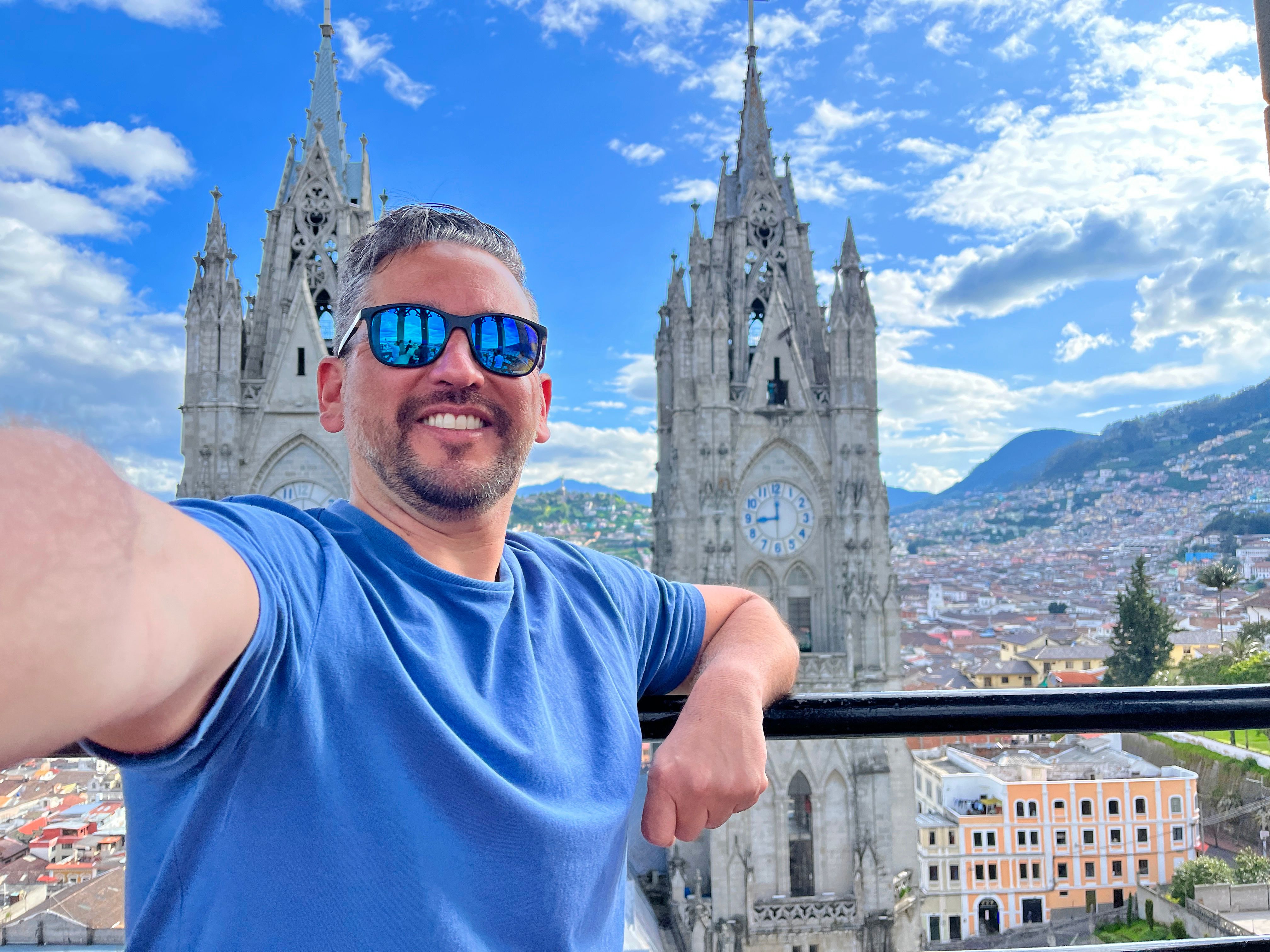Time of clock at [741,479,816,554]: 9:00
